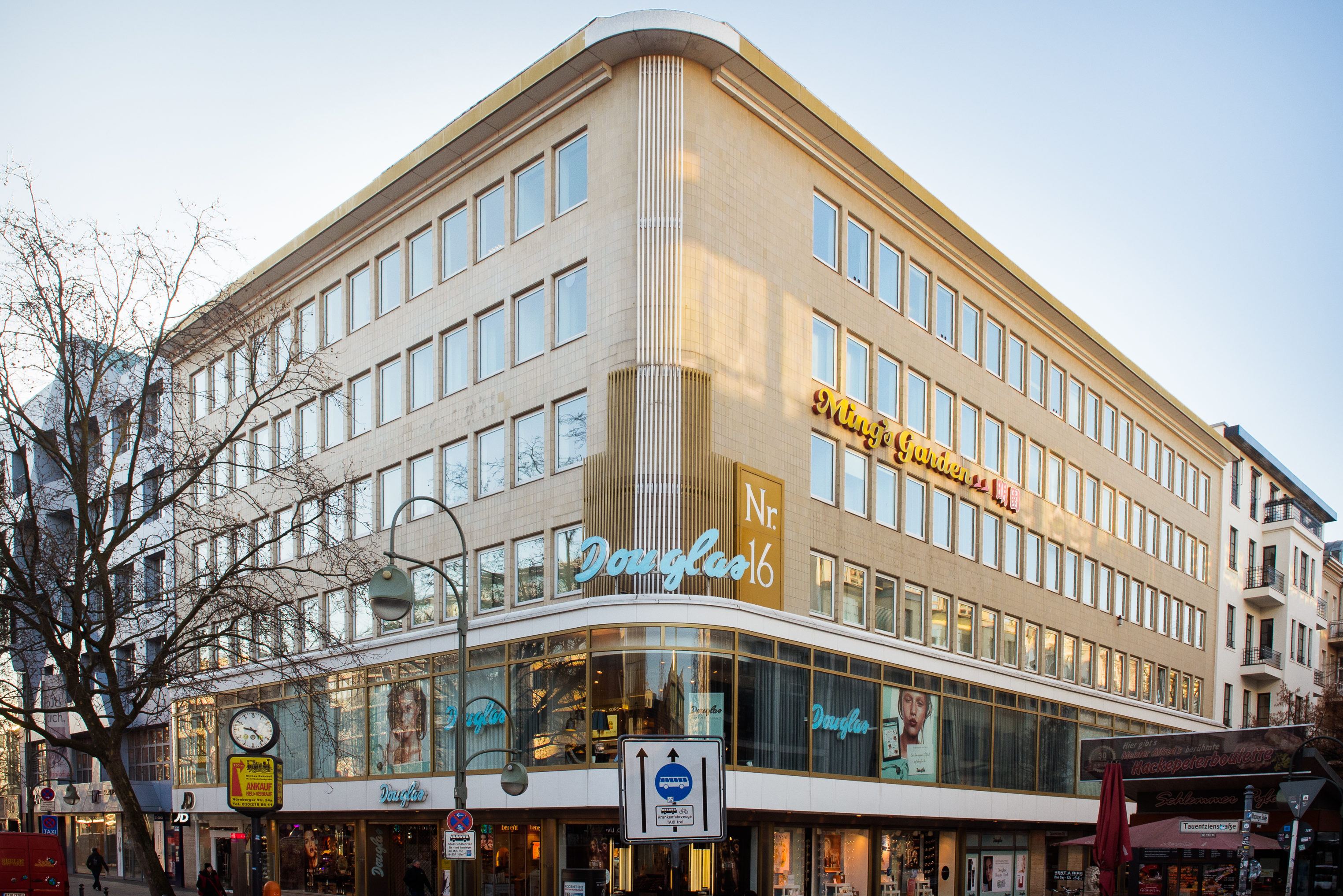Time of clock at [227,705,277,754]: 9:23
